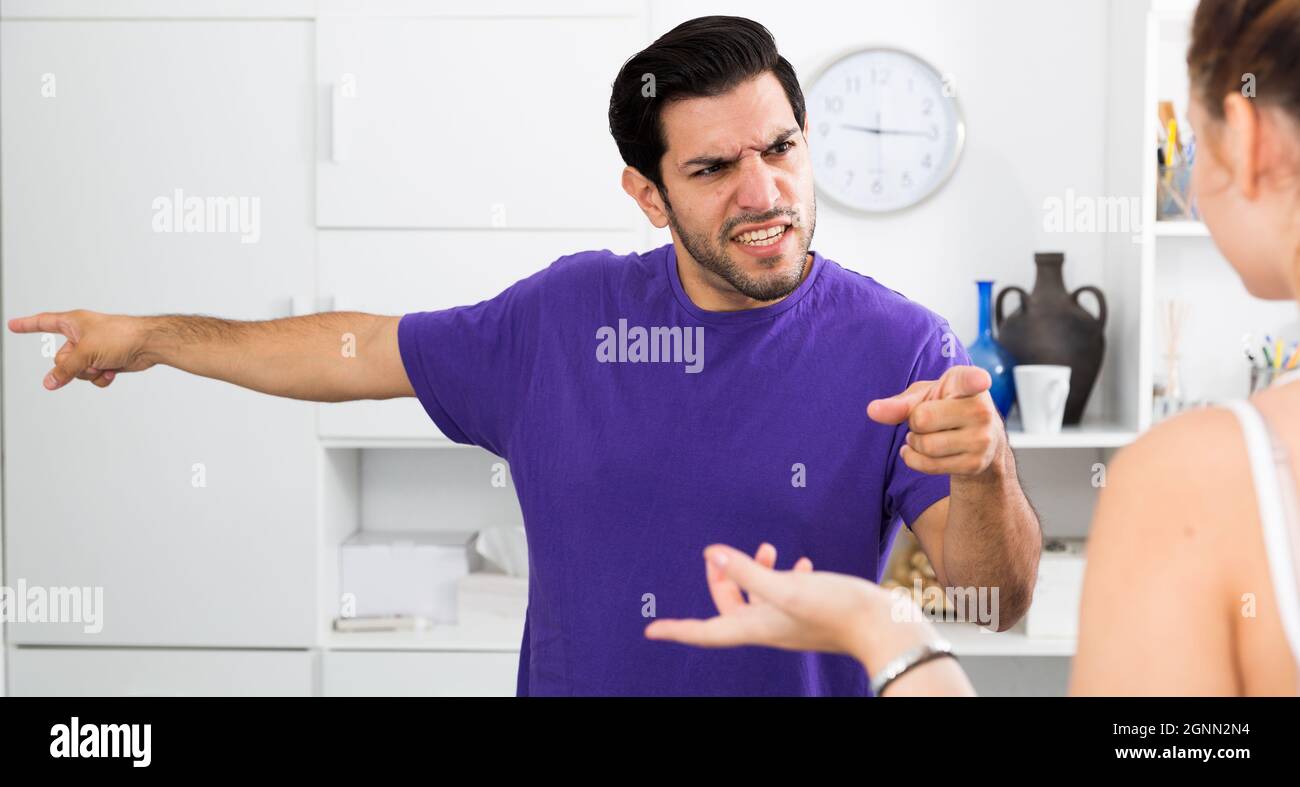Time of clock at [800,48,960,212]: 9:15
